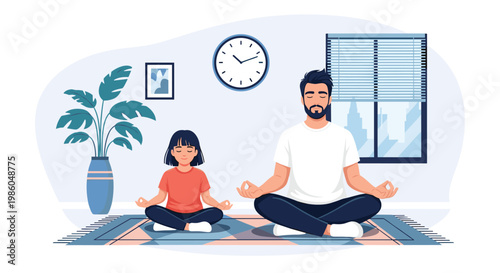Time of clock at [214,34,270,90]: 10:11
